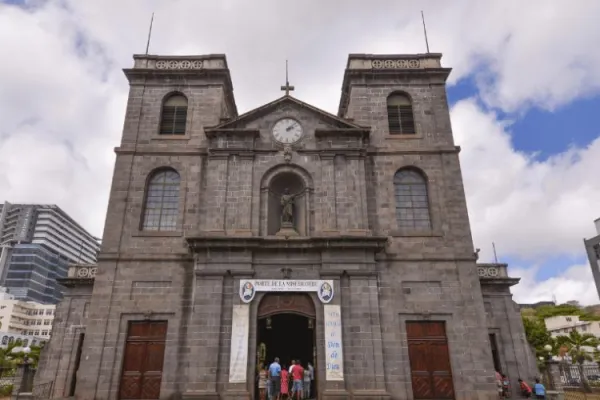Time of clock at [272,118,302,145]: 2:07
